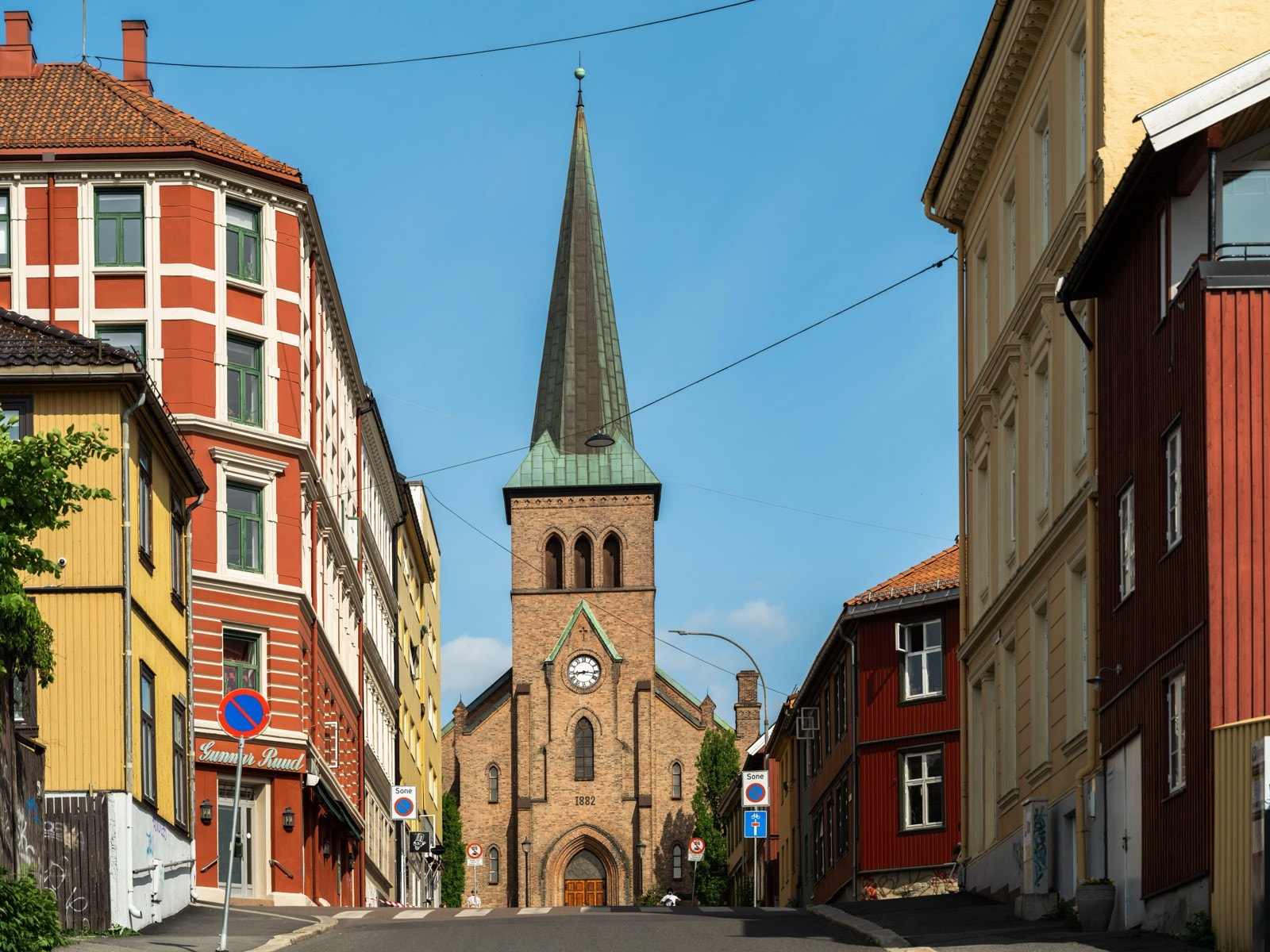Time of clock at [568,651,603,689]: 8:16
